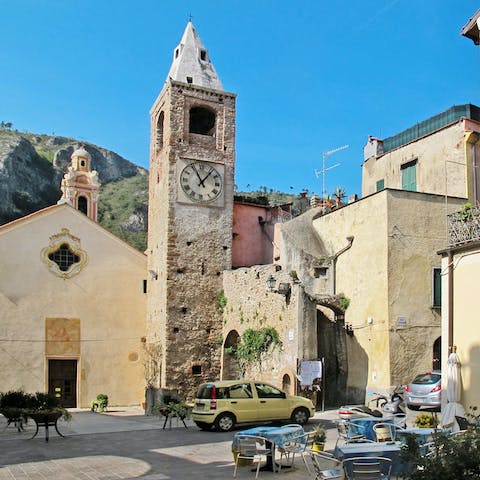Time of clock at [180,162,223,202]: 11:06
